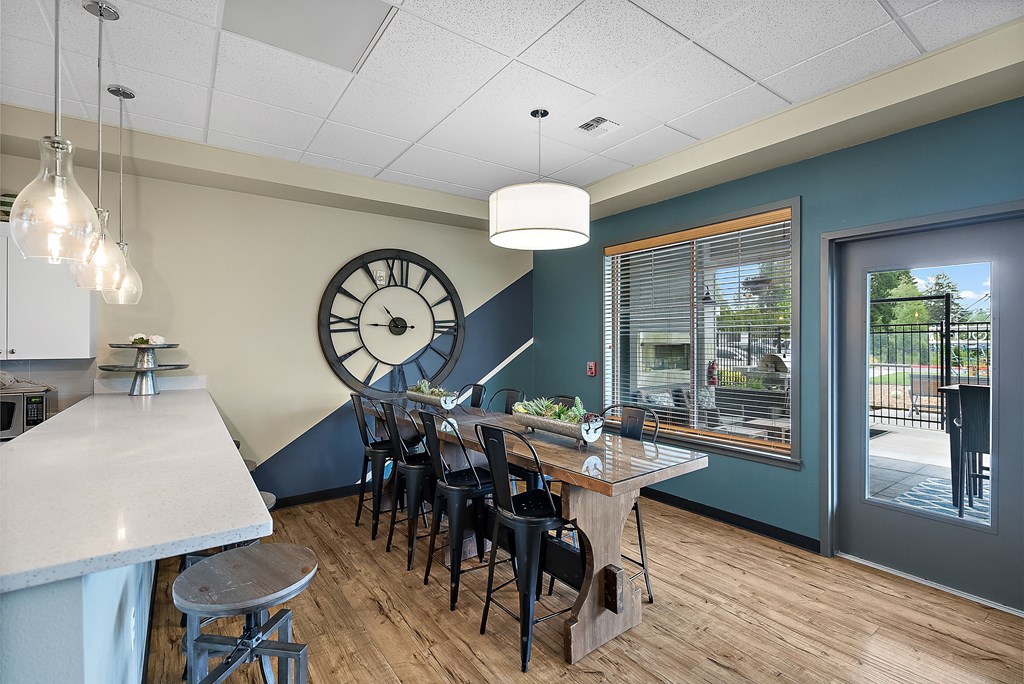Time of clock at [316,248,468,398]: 10:45
